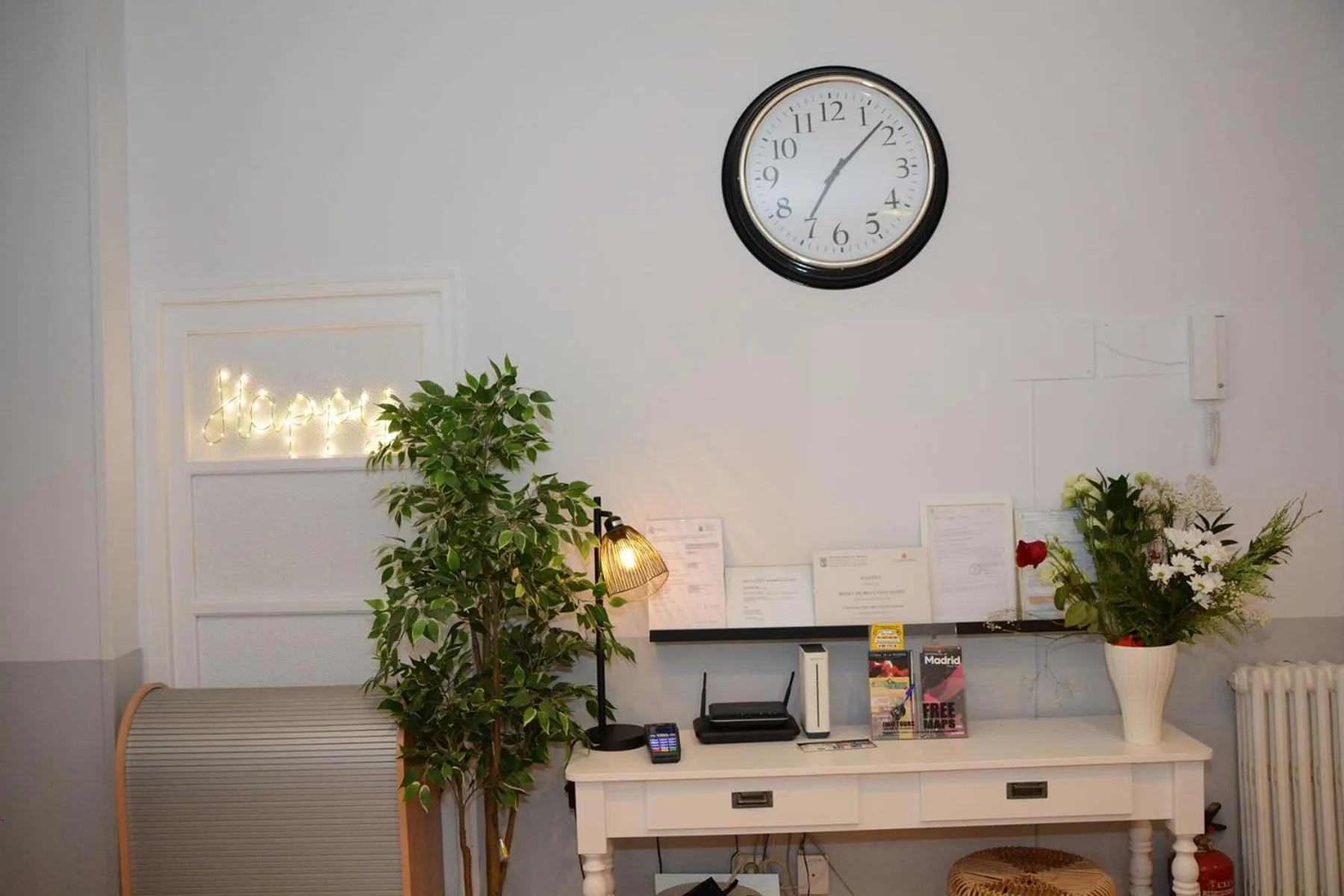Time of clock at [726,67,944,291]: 7:08
